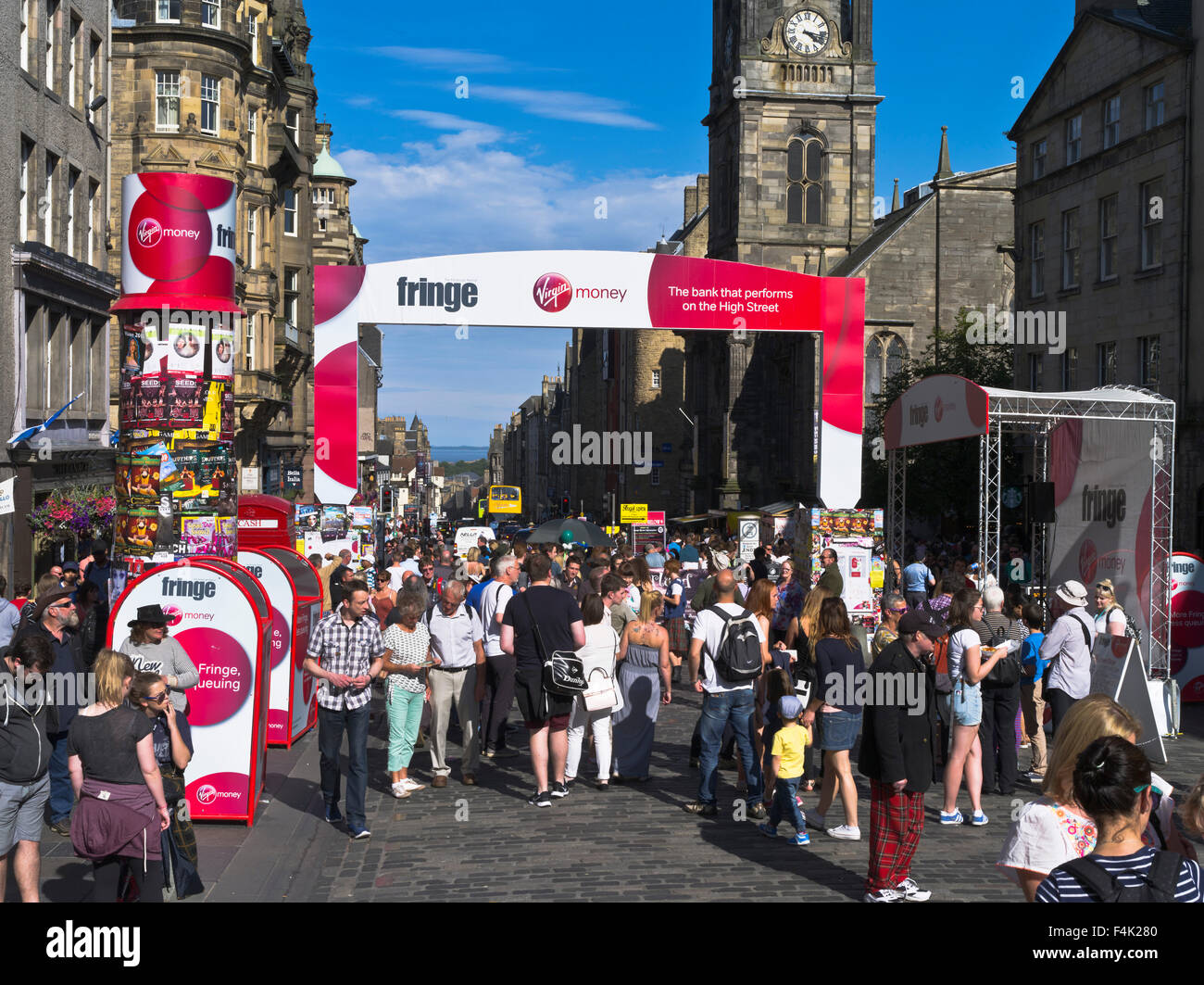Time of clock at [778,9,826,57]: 4:16
